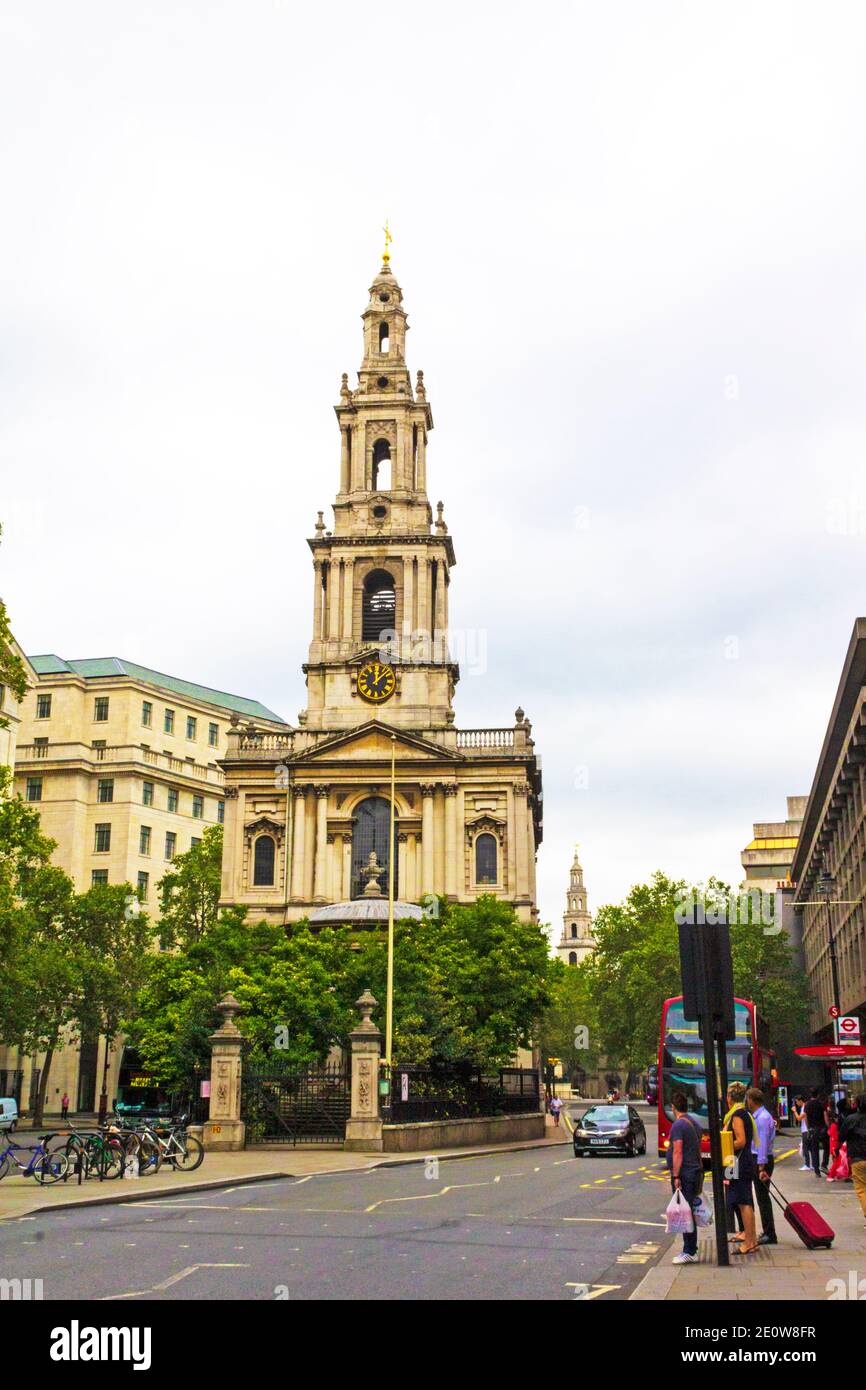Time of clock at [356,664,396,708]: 12:07
